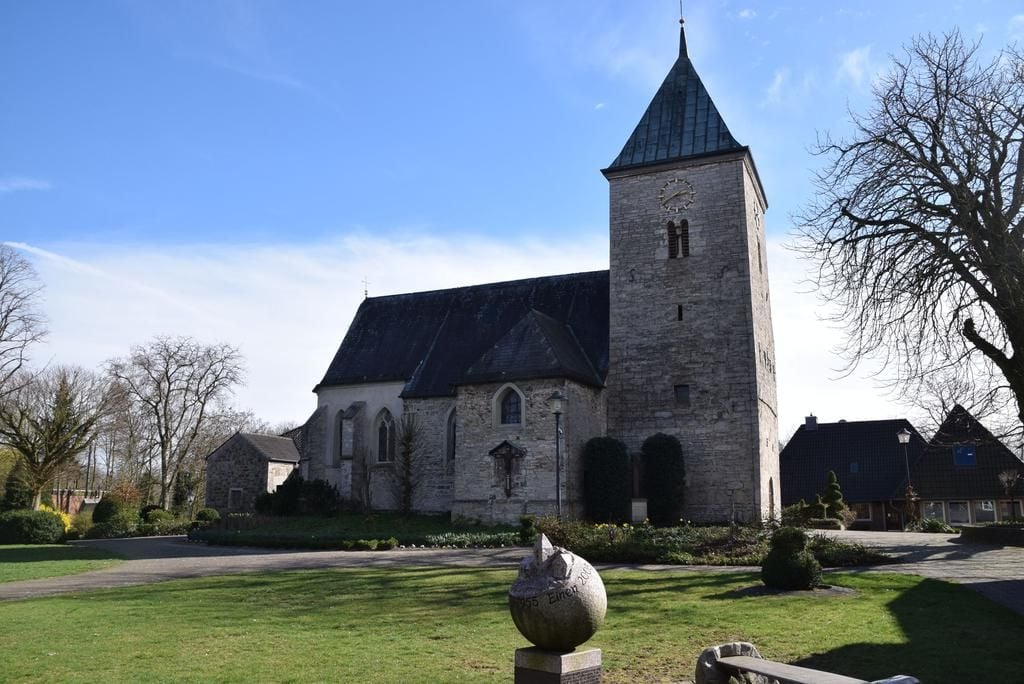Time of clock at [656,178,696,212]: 2:40
